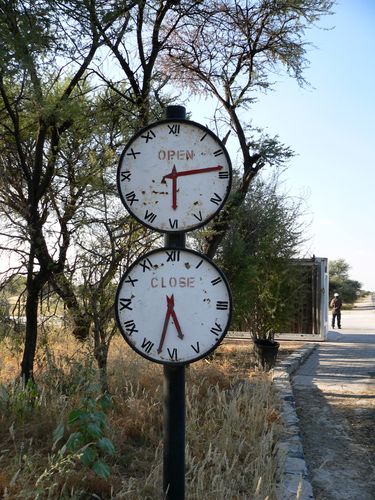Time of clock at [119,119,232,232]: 6:13
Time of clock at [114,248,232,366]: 5:32
